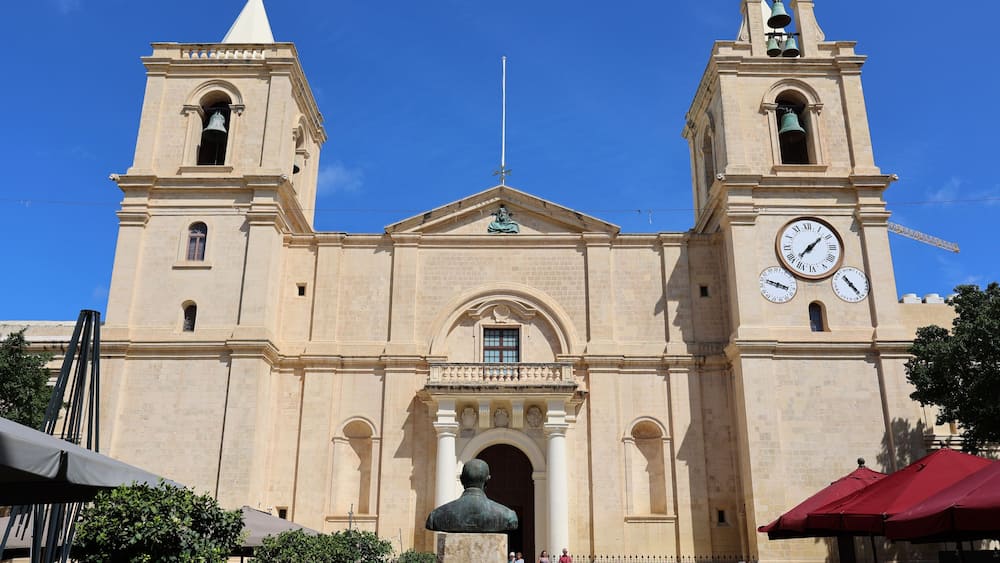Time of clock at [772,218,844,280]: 1:37
